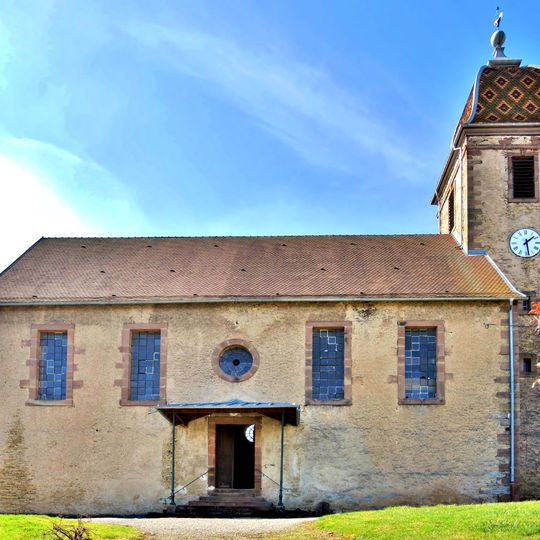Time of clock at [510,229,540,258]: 1:28
